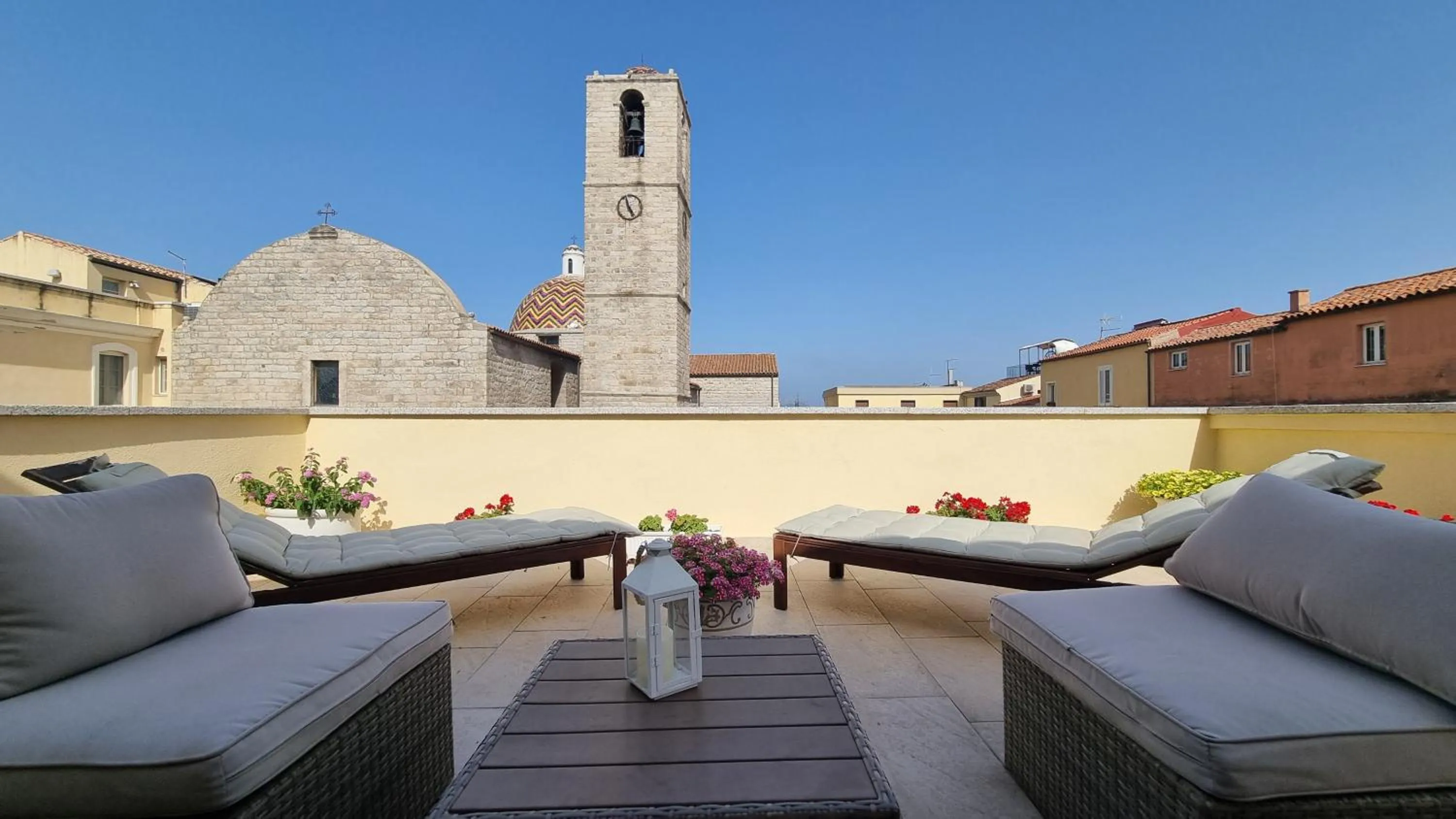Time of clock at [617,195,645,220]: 4:57
